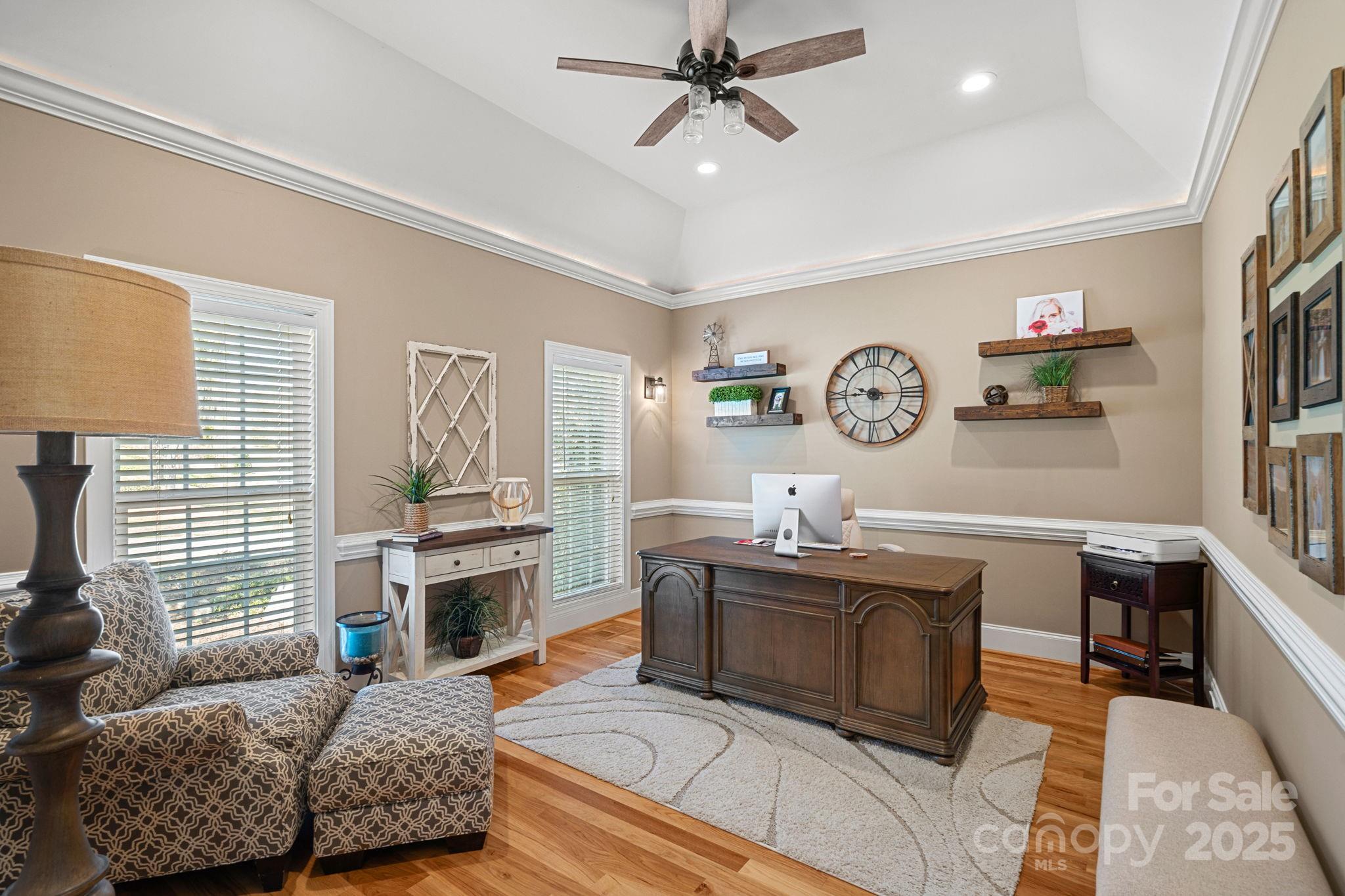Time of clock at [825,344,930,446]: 9:14
